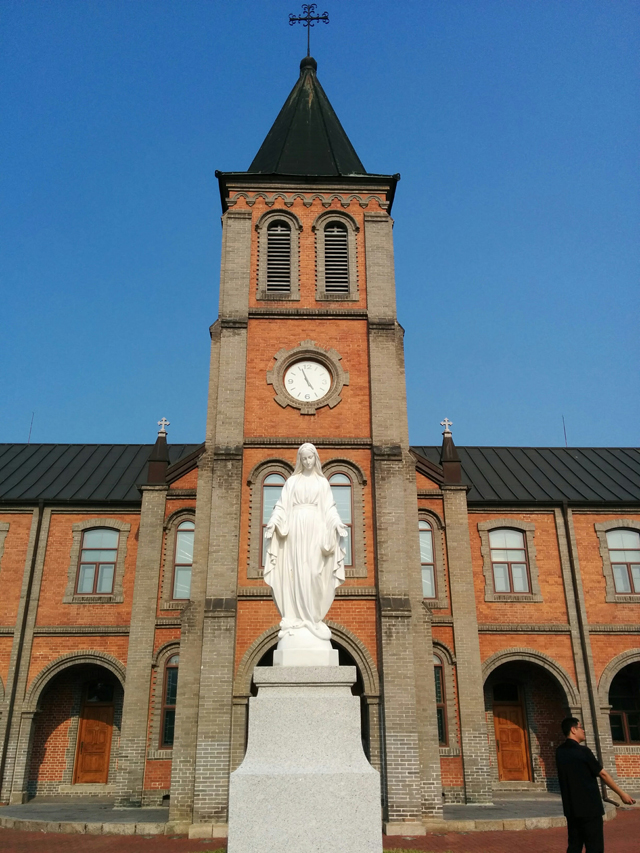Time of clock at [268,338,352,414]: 4:56
